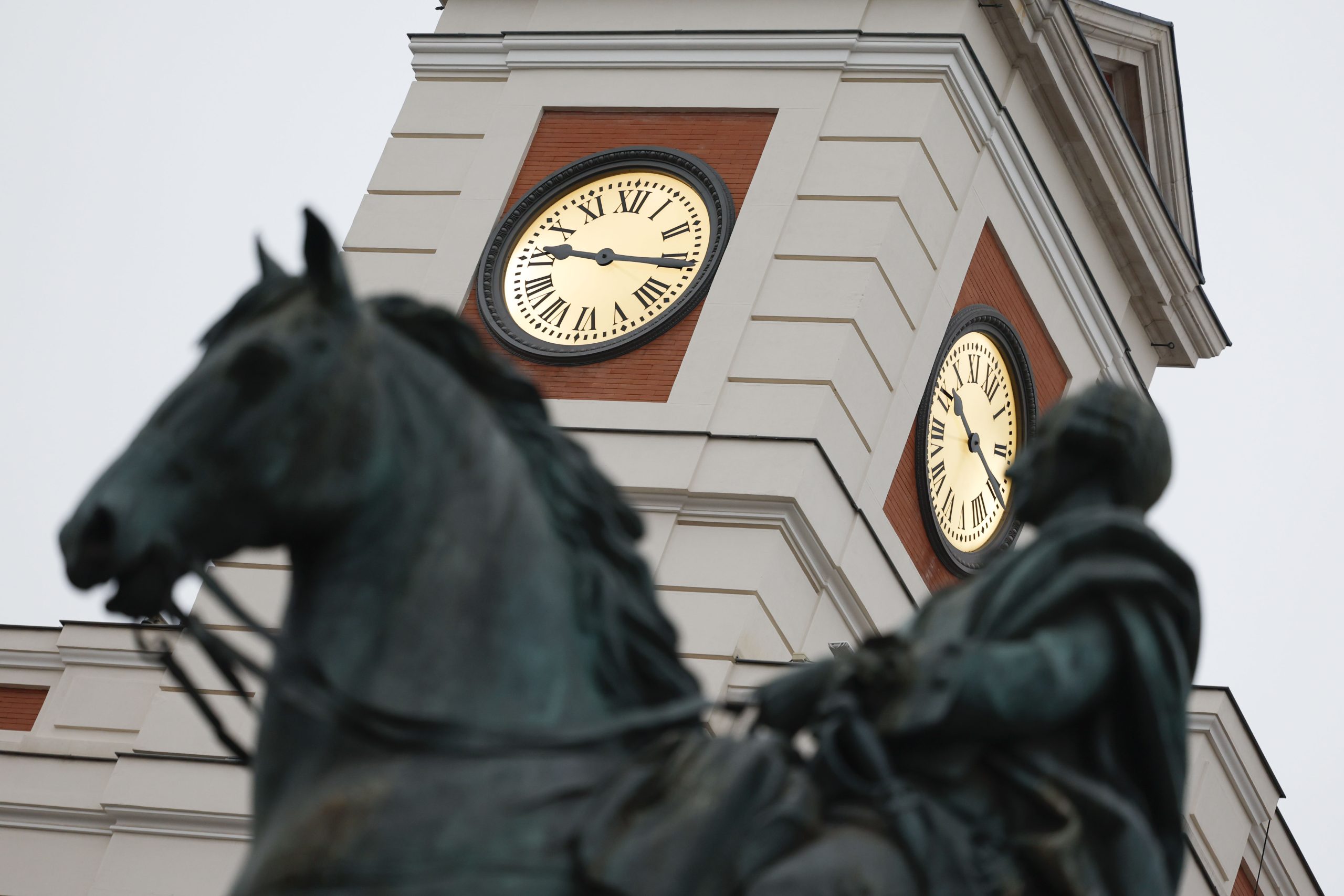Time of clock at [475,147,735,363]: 9:15
